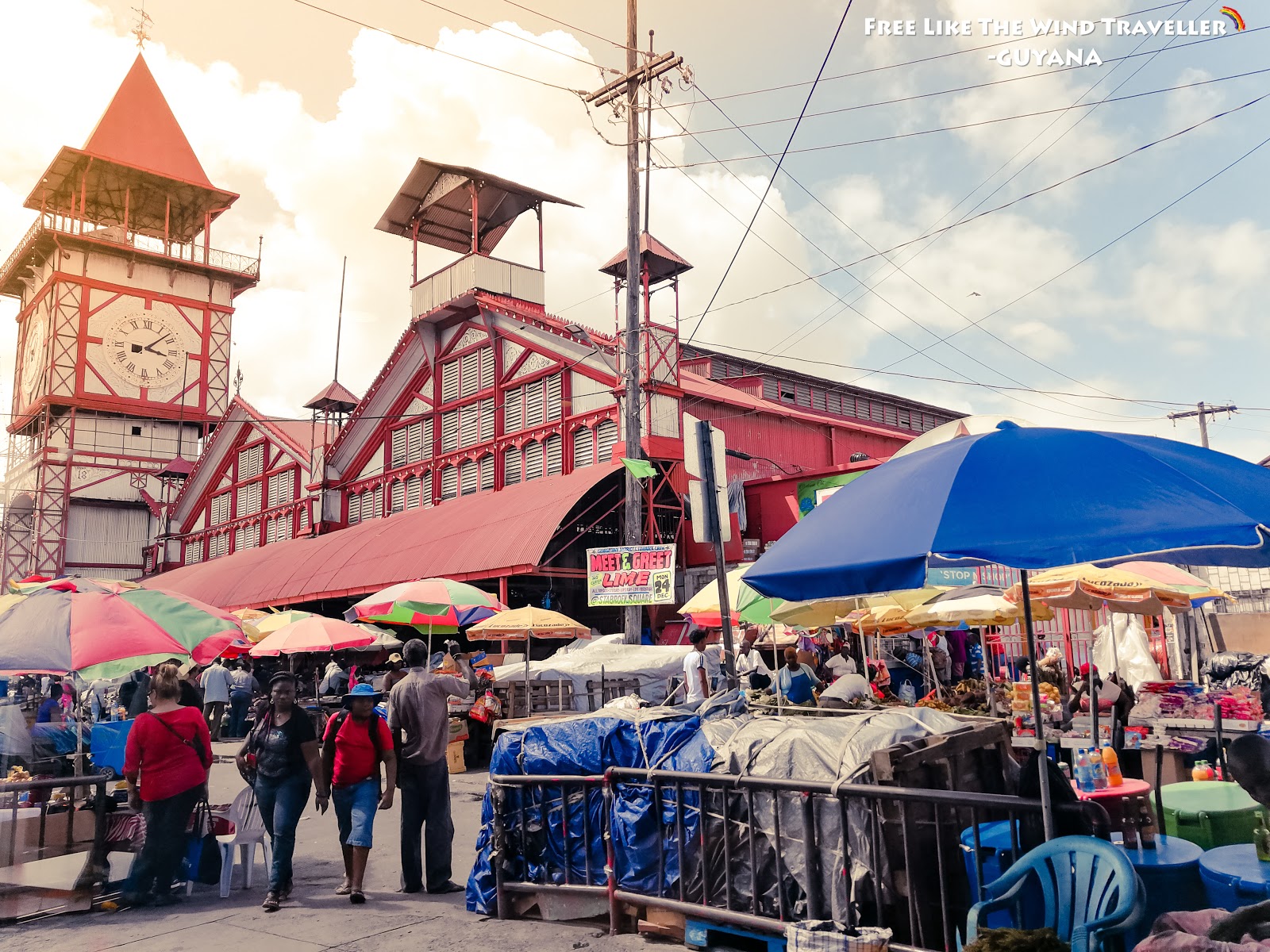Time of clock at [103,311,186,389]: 3:08
